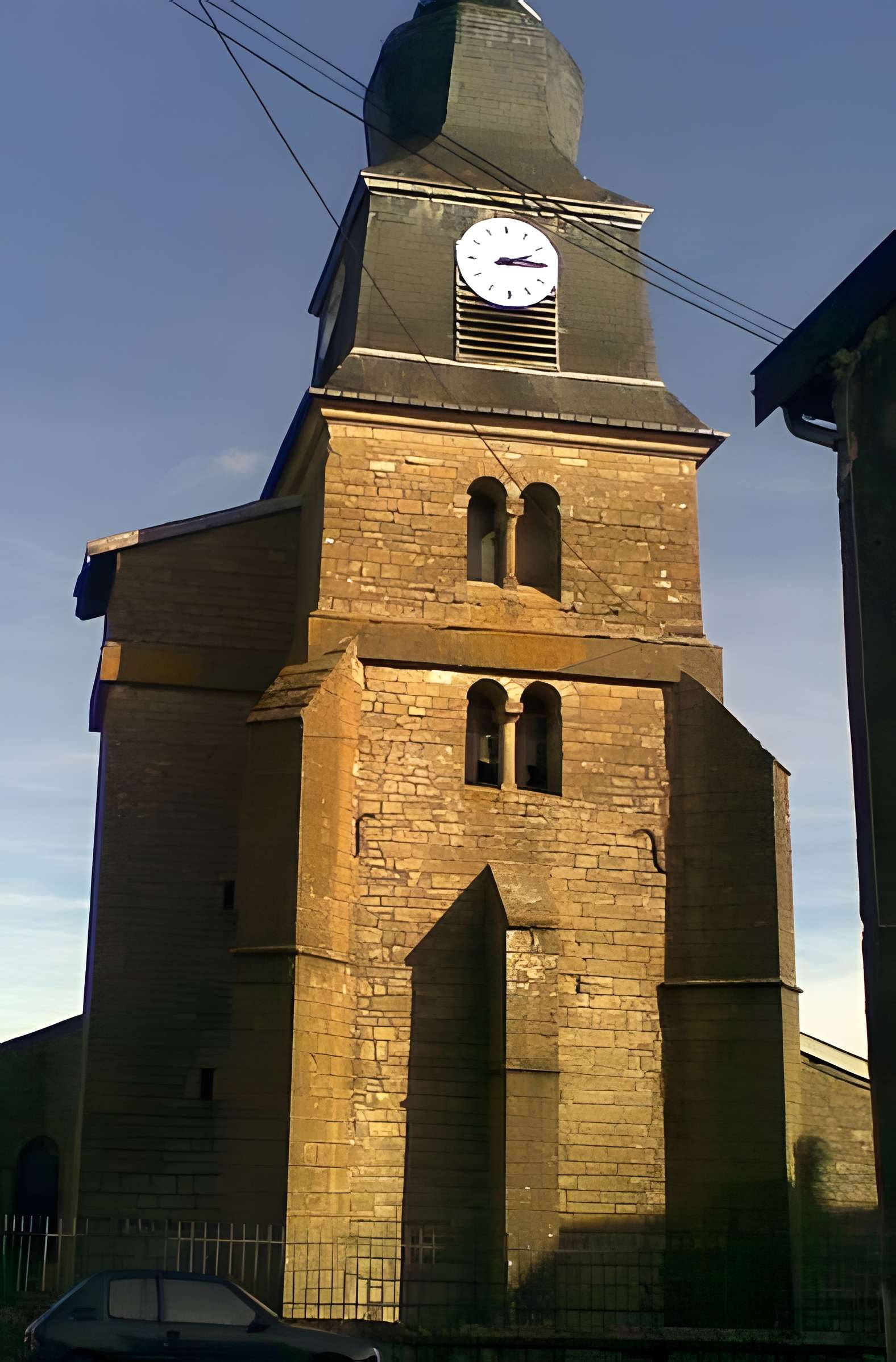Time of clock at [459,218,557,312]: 2:15
